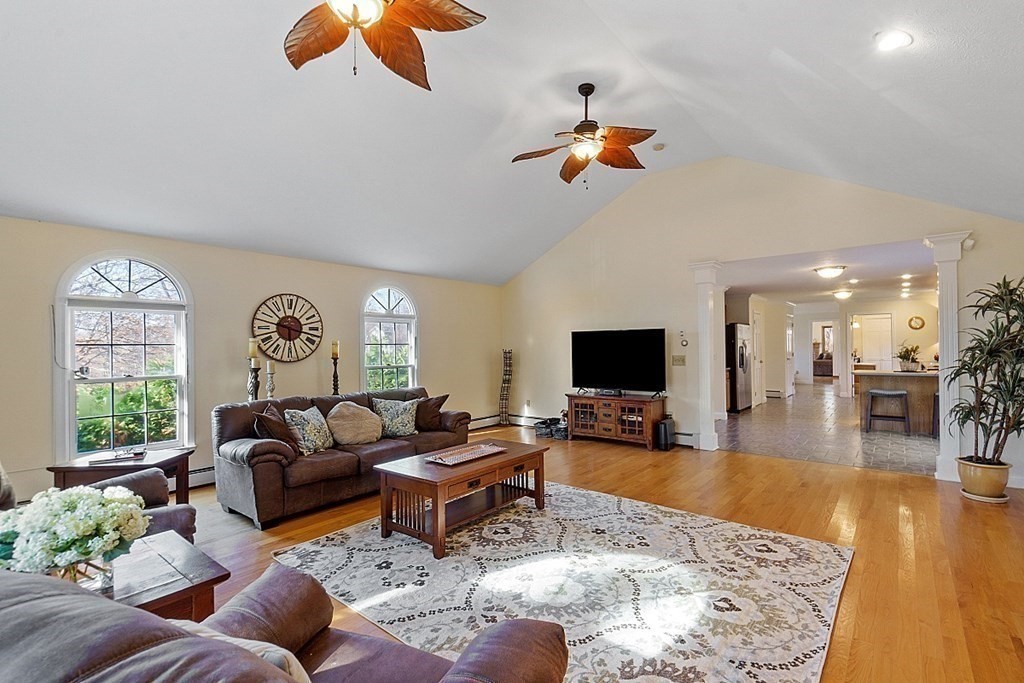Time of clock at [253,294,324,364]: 6:17
